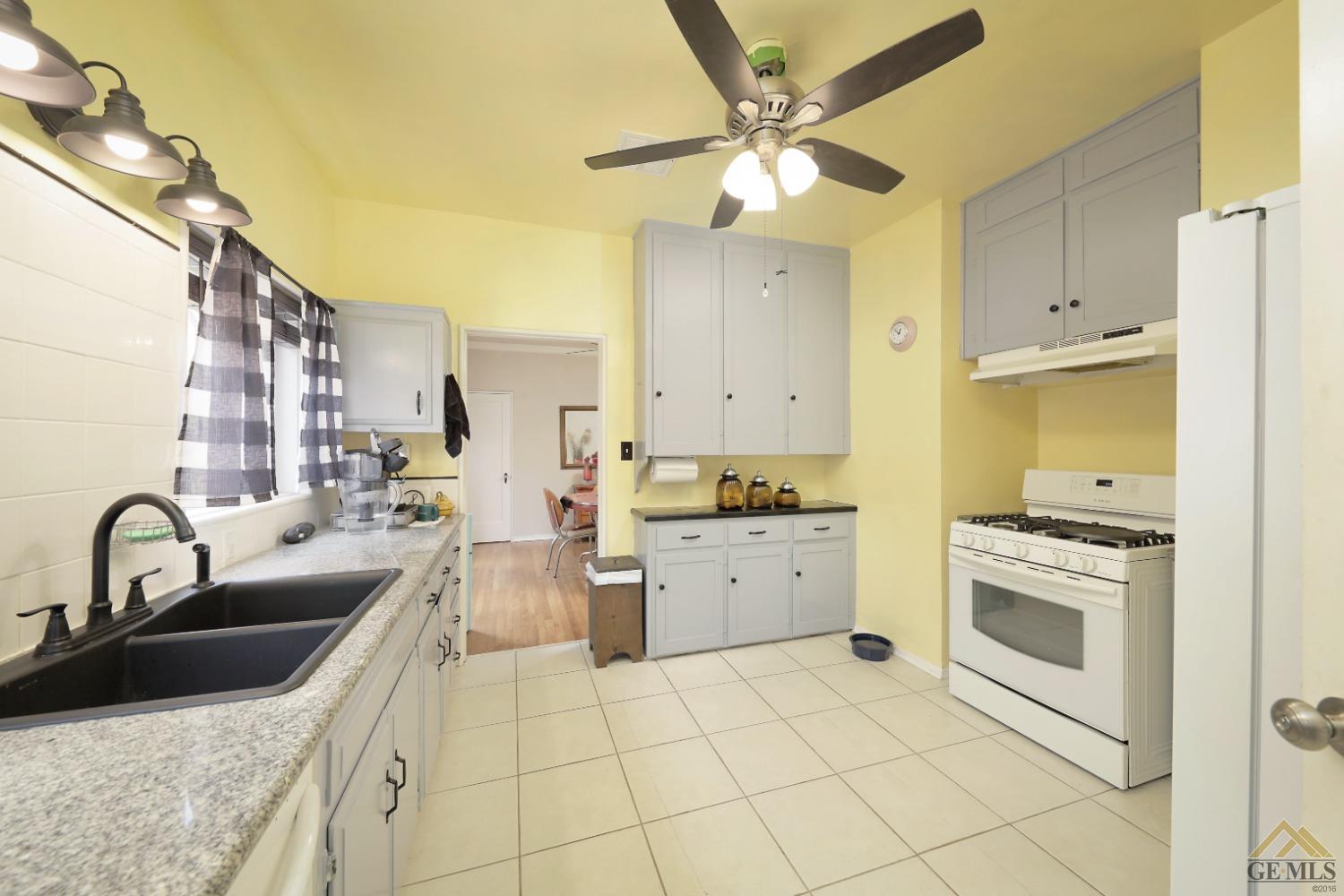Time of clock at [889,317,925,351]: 12:52
